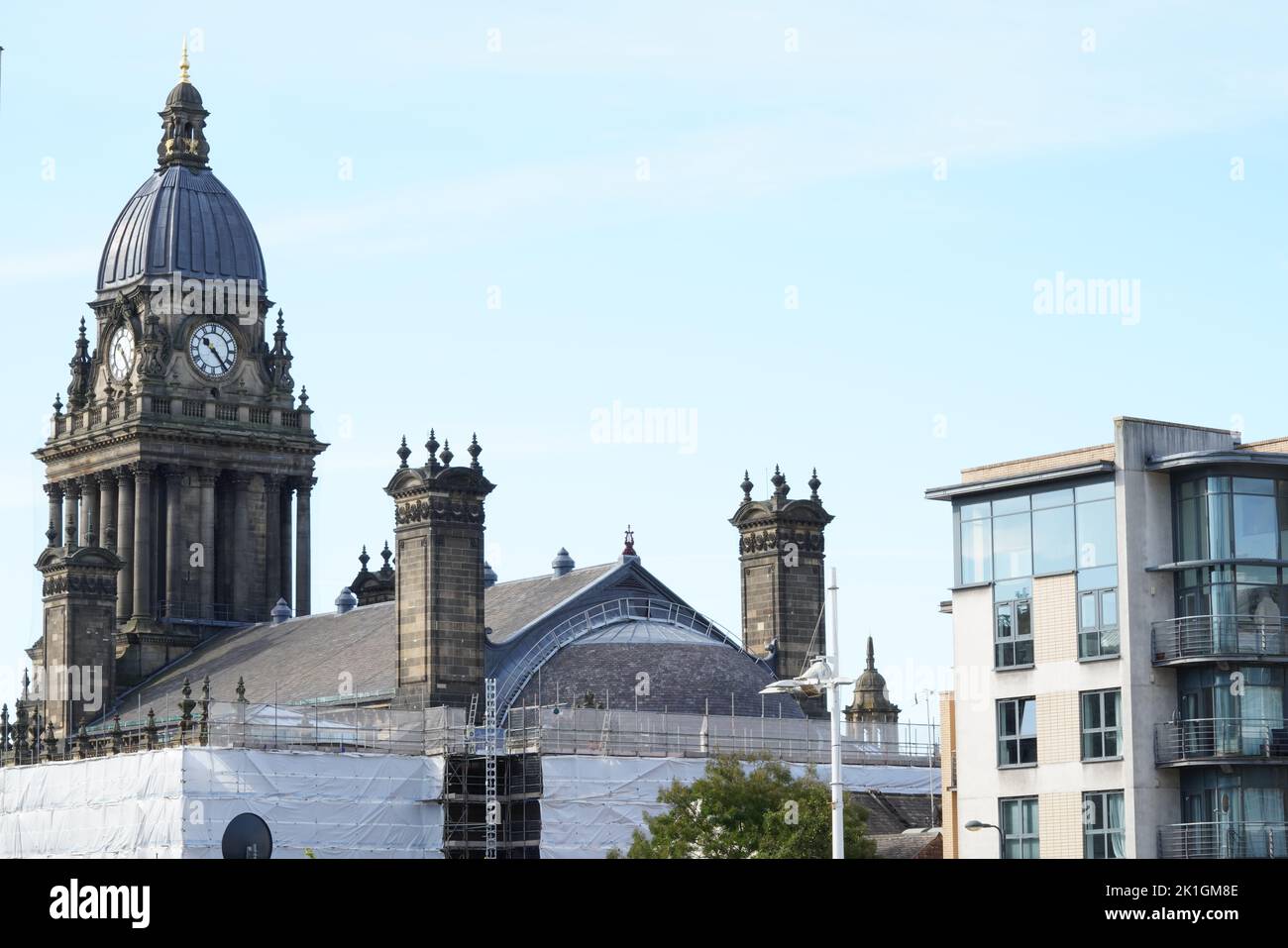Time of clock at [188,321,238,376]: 10:23
